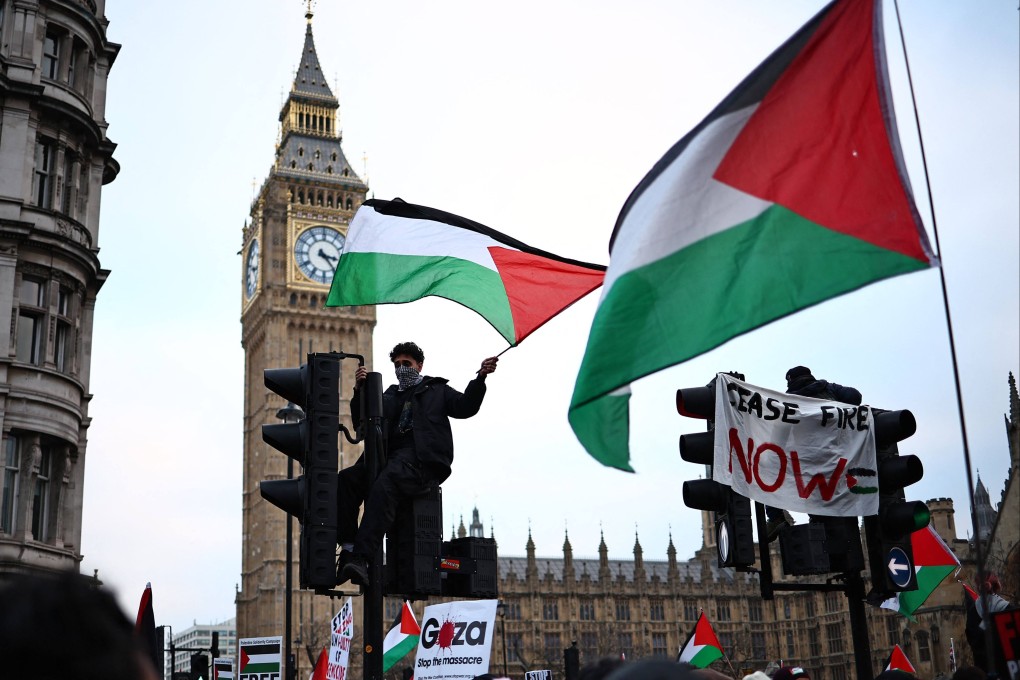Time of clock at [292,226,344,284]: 3:23
